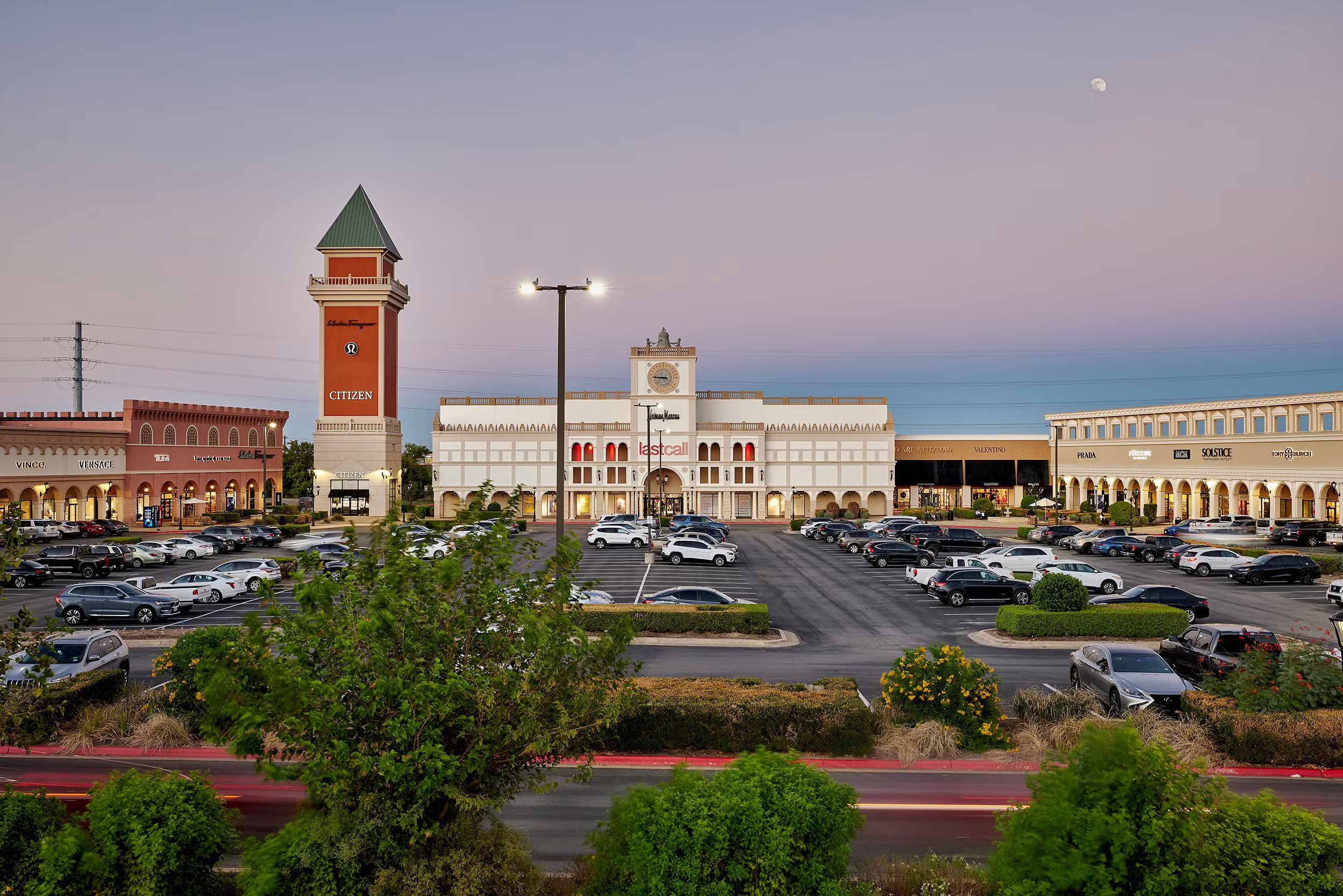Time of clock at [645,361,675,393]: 8:45
